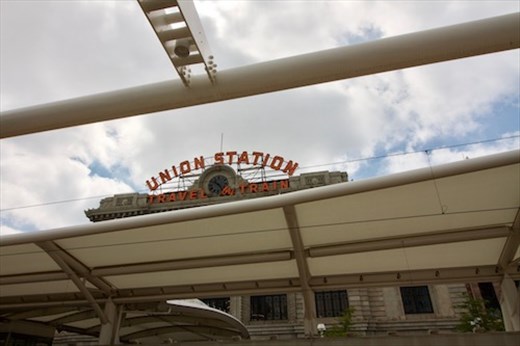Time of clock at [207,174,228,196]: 10:24
